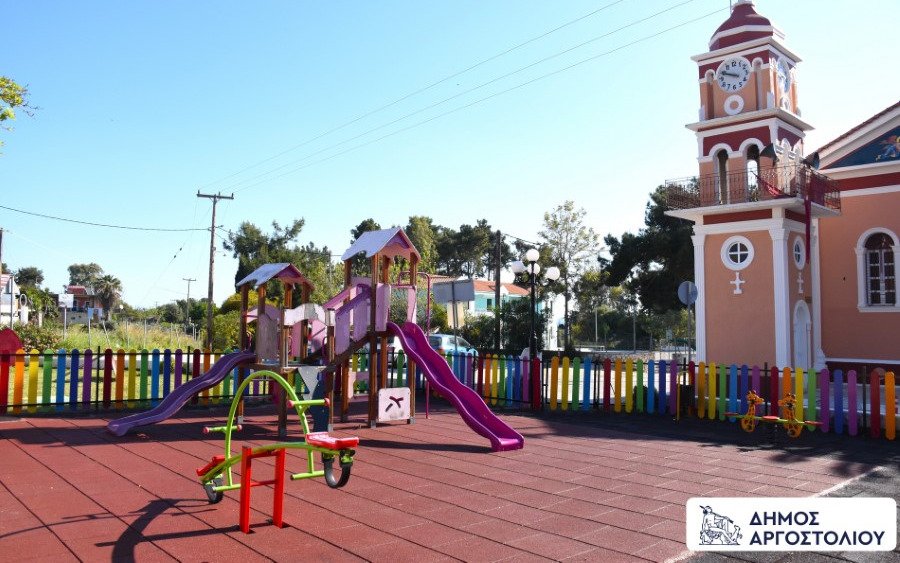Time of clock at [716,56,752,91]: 9:48
